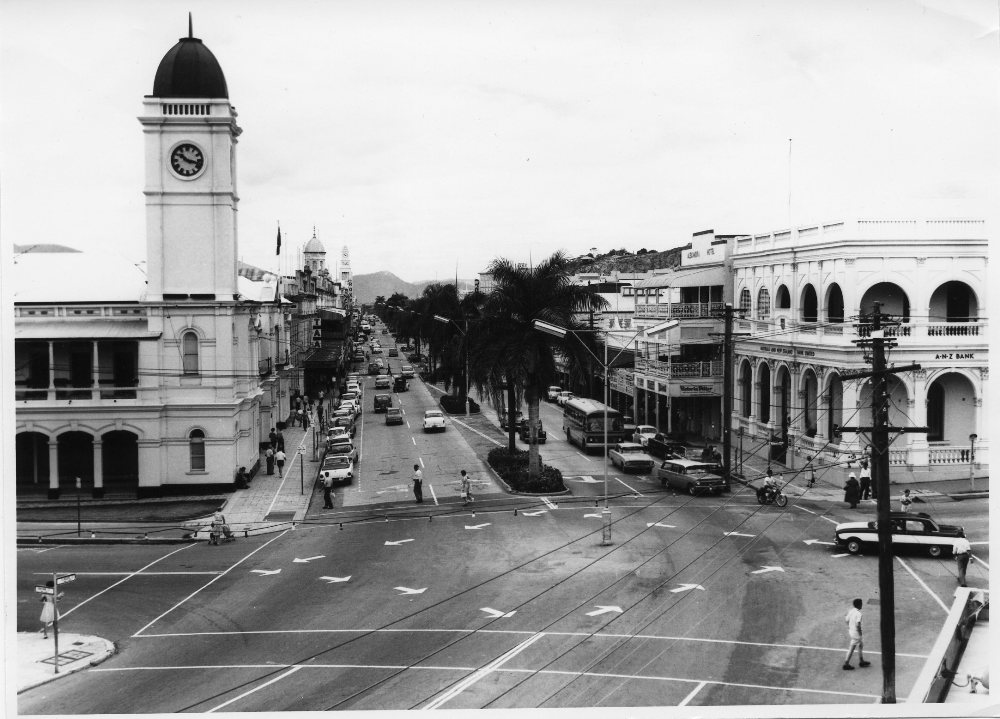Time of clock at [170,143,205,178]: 10:17
